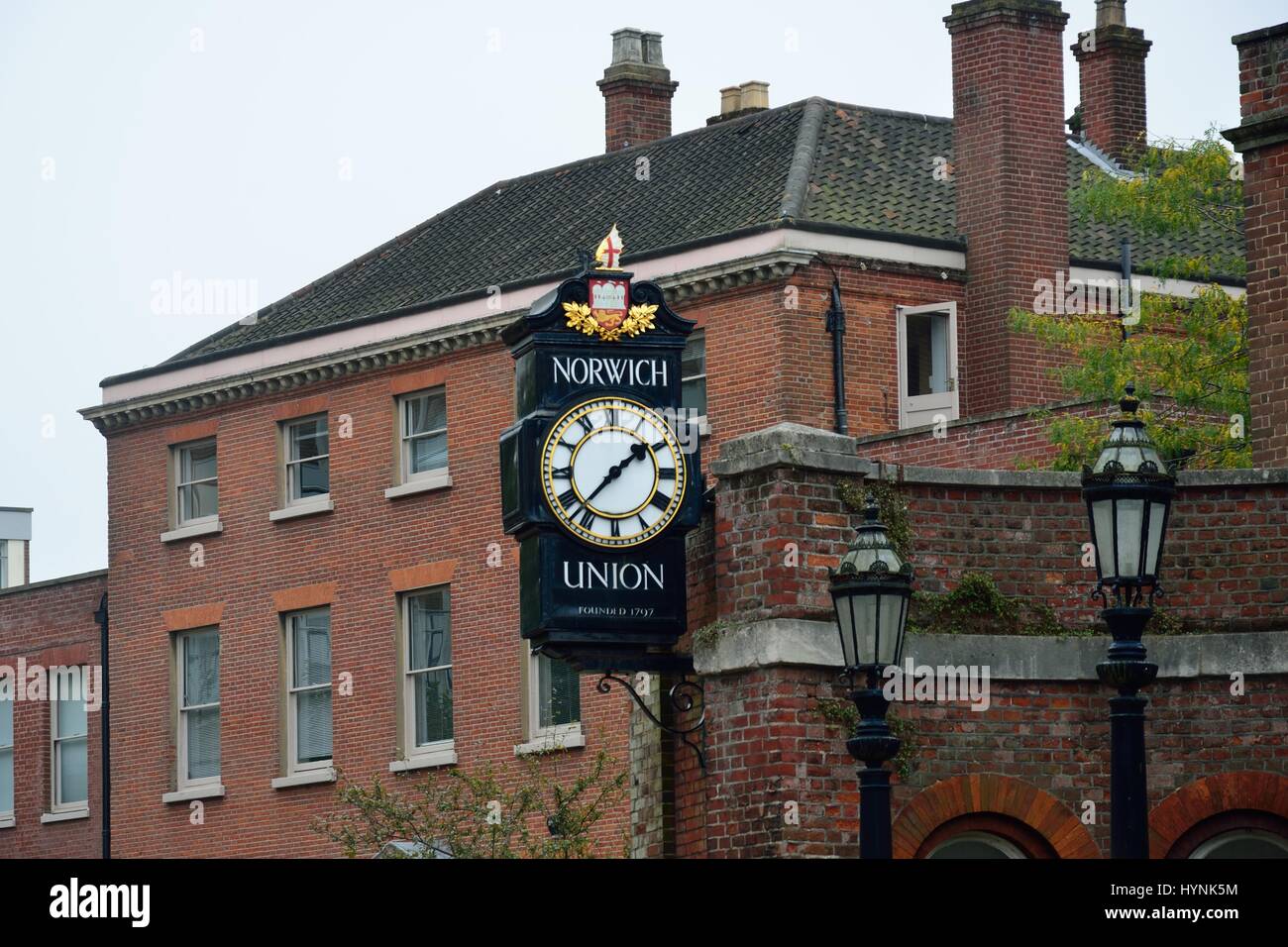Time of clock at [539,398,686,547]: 1:37
